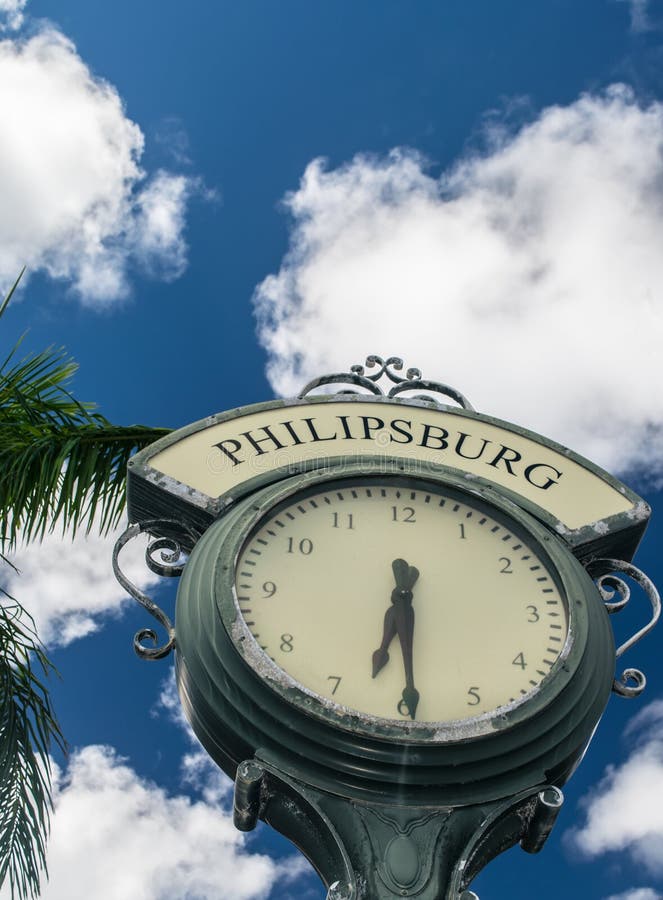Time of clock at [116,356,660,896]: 6:29
